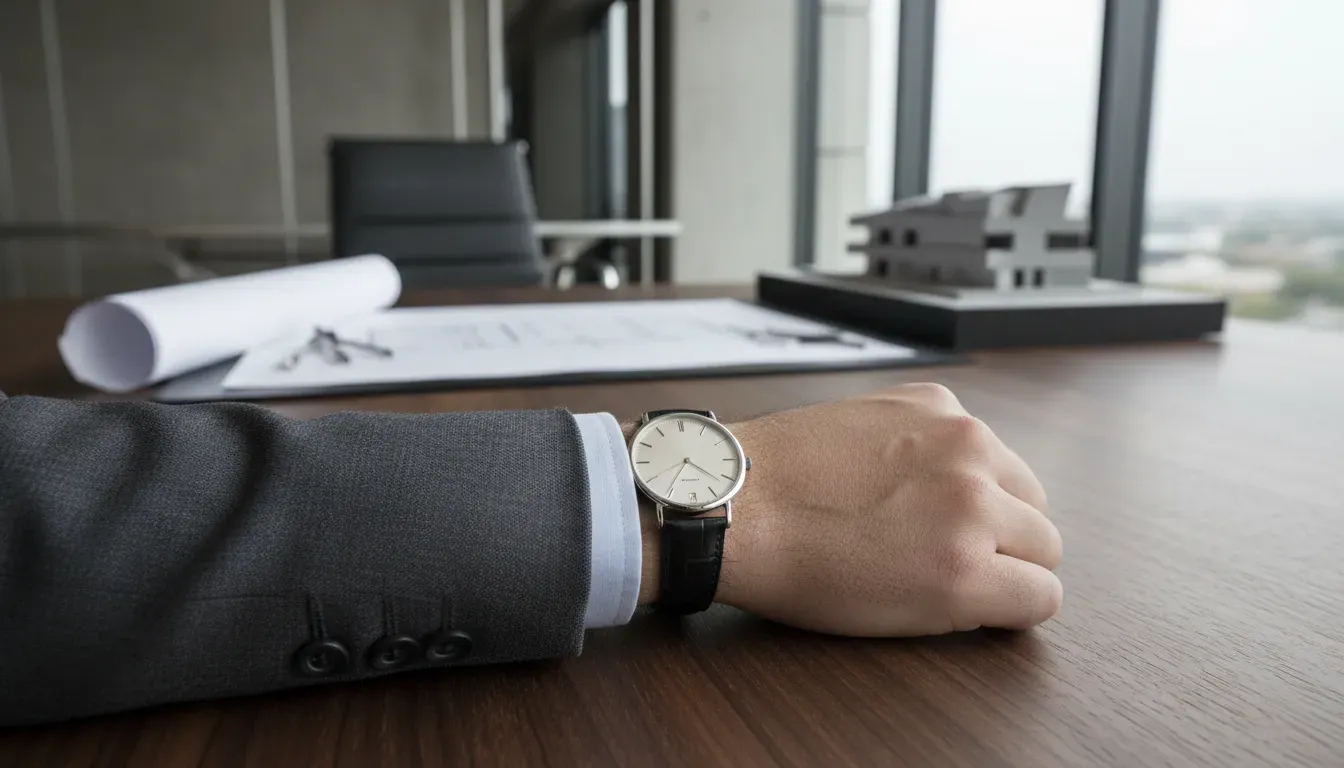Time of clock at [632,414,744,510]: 4:21
